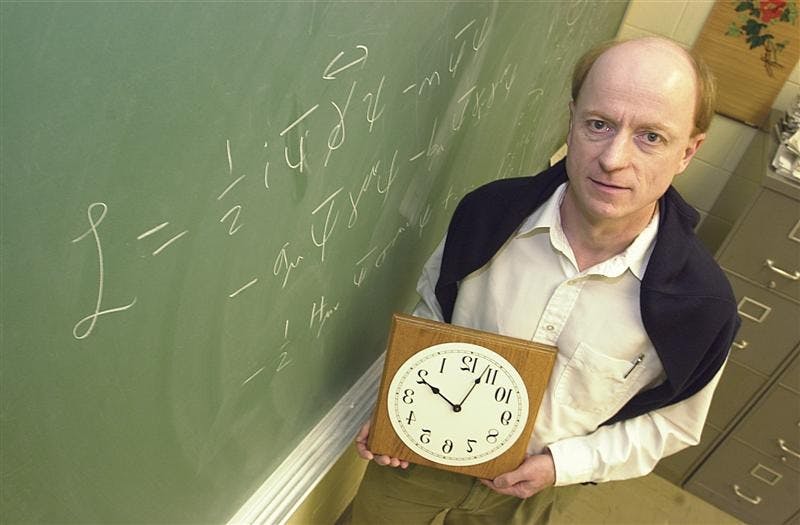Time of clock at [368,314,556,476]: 10:03
